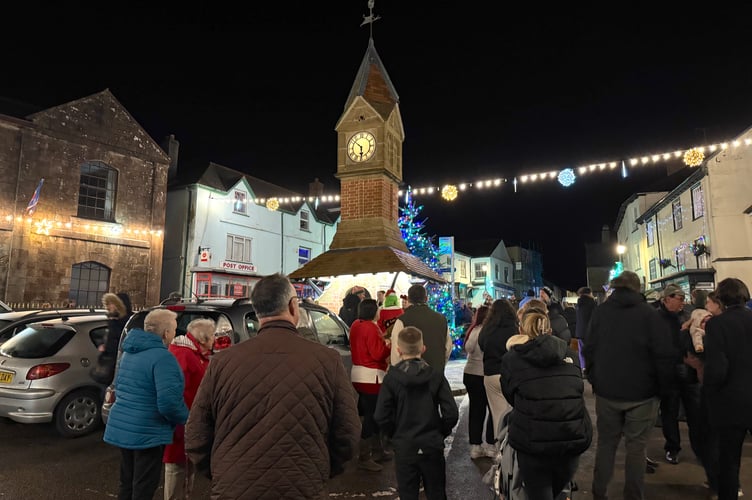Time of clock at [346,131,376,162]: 5:51
